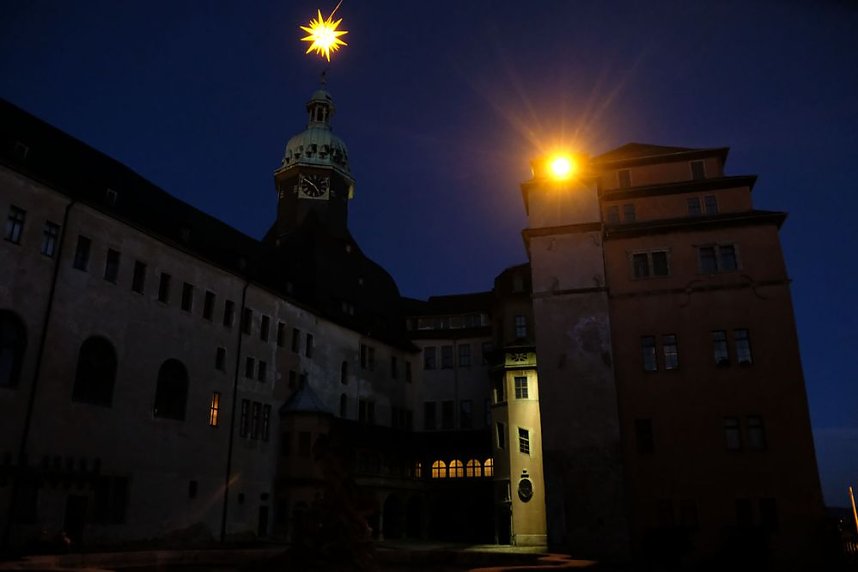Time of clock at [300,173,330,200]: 4:50
